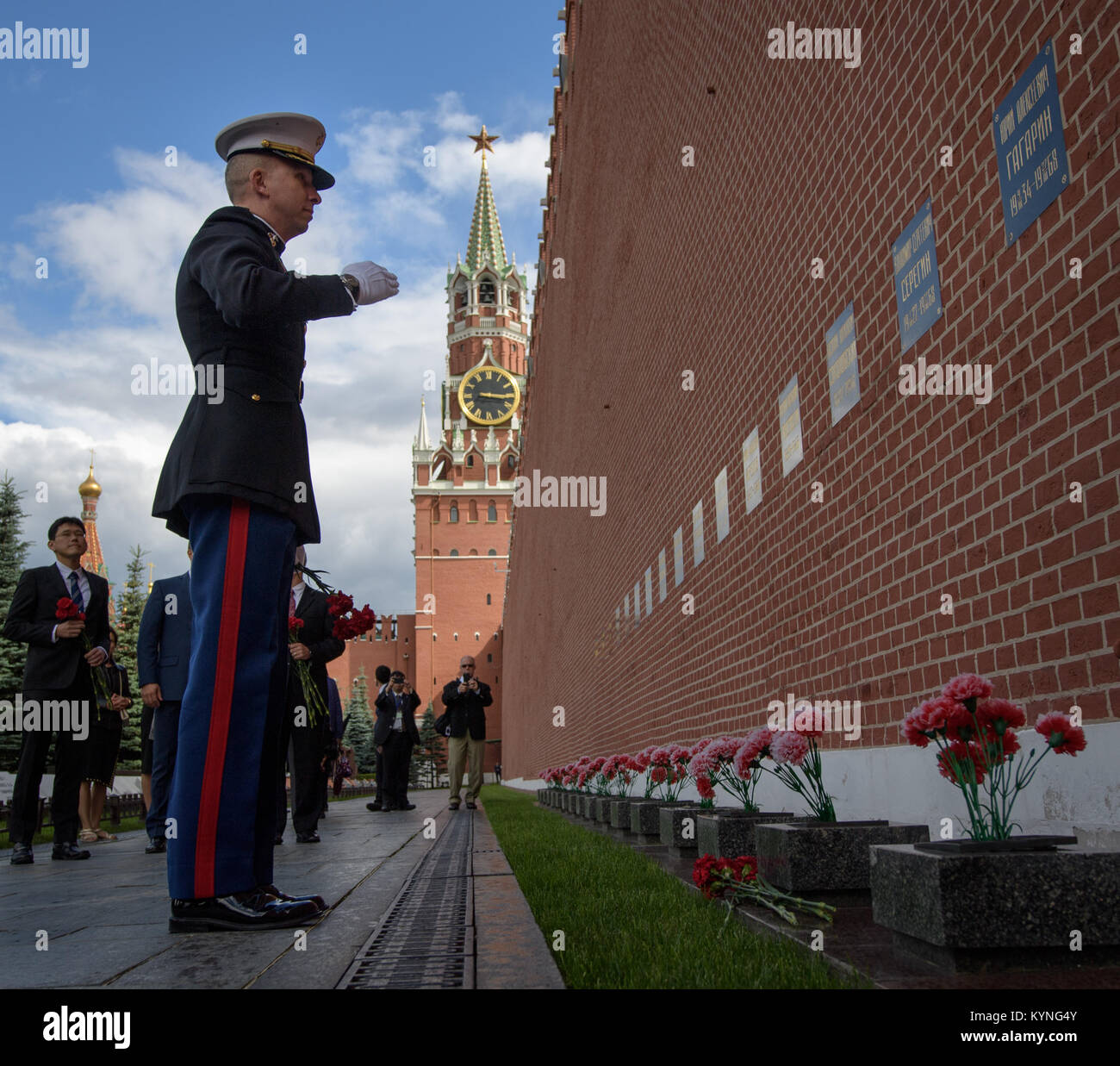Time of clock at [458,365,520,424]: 3:16
